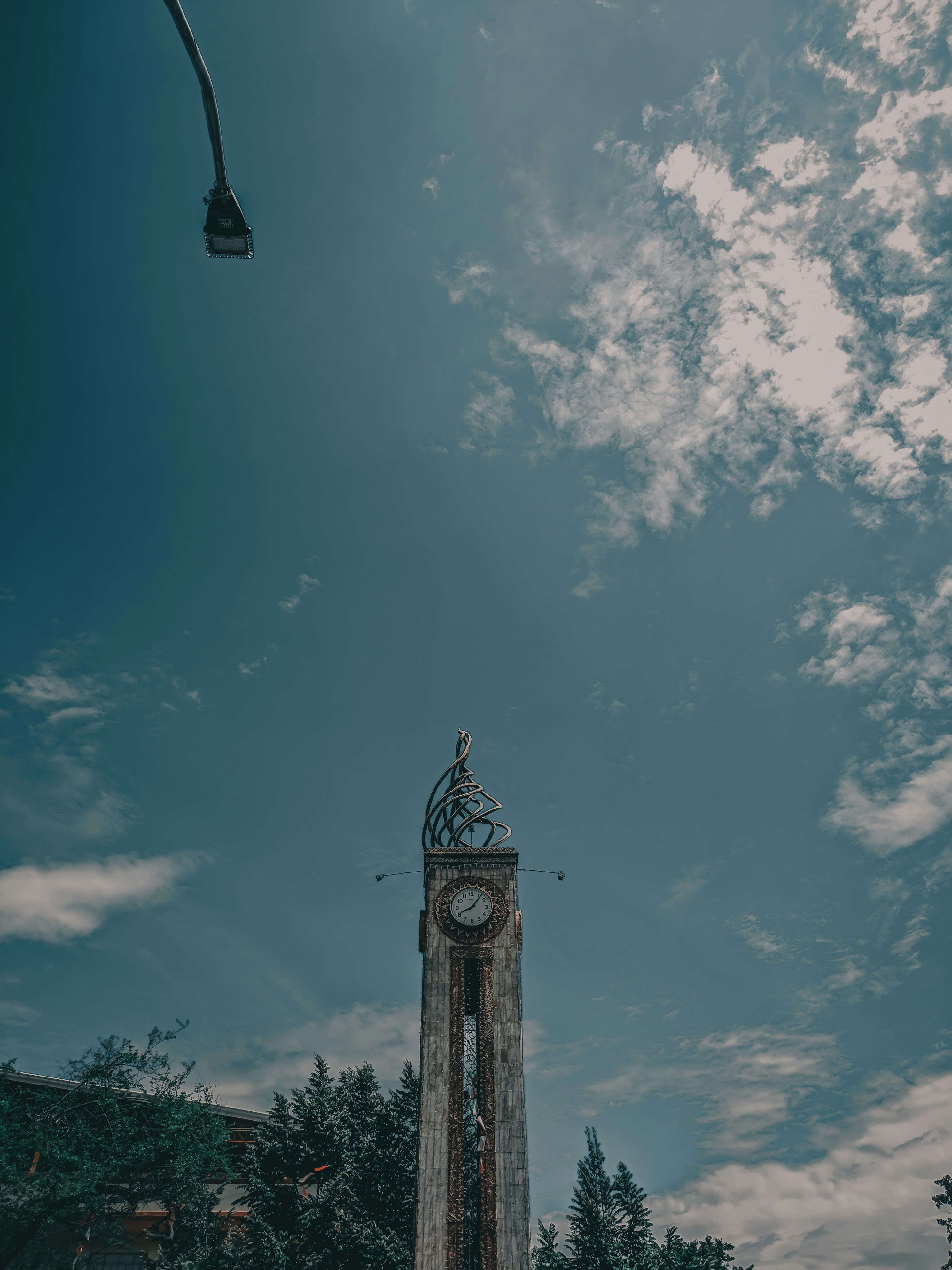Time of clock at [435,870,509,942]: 8:06
